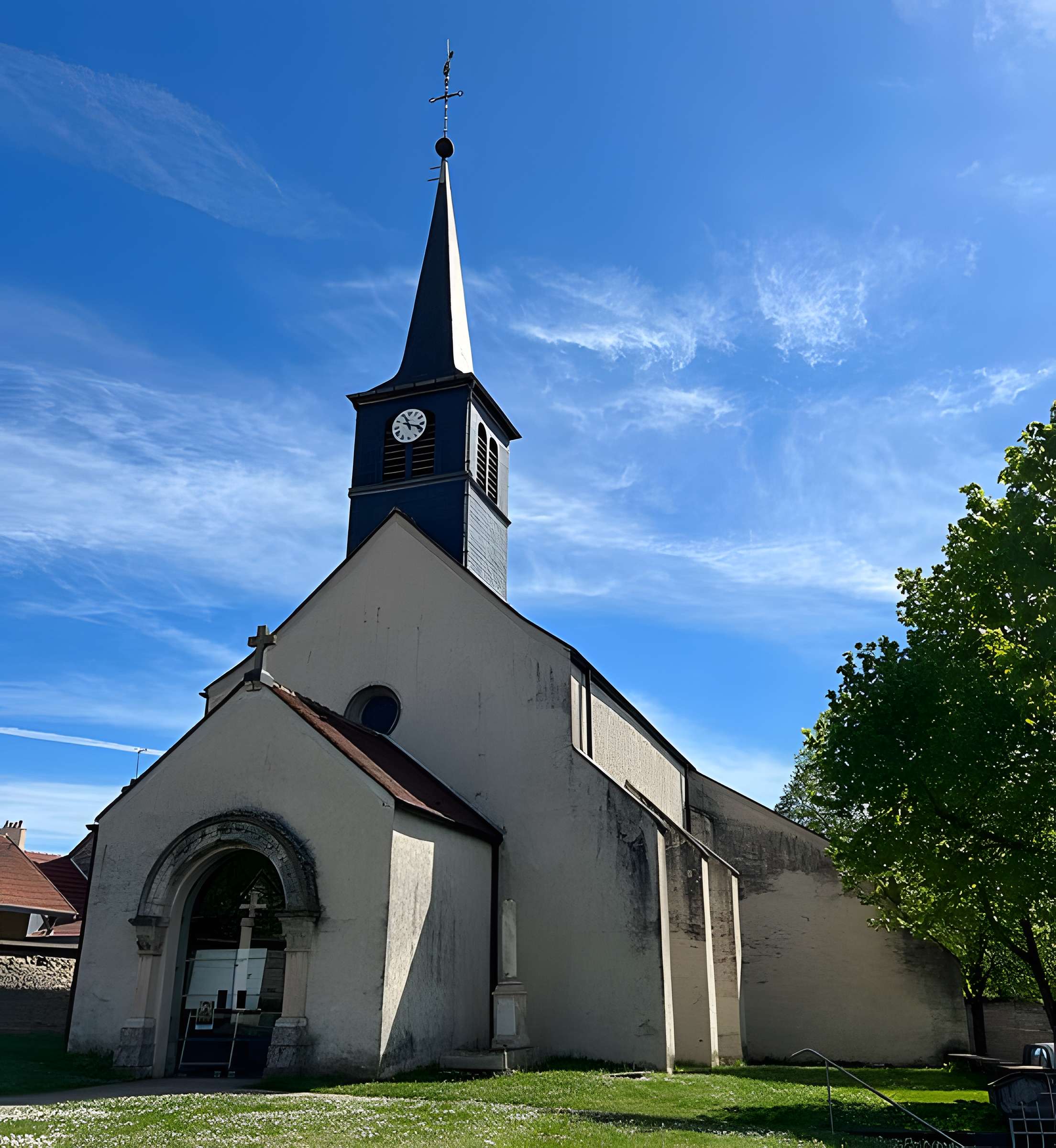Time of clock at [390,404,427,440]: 11:17
